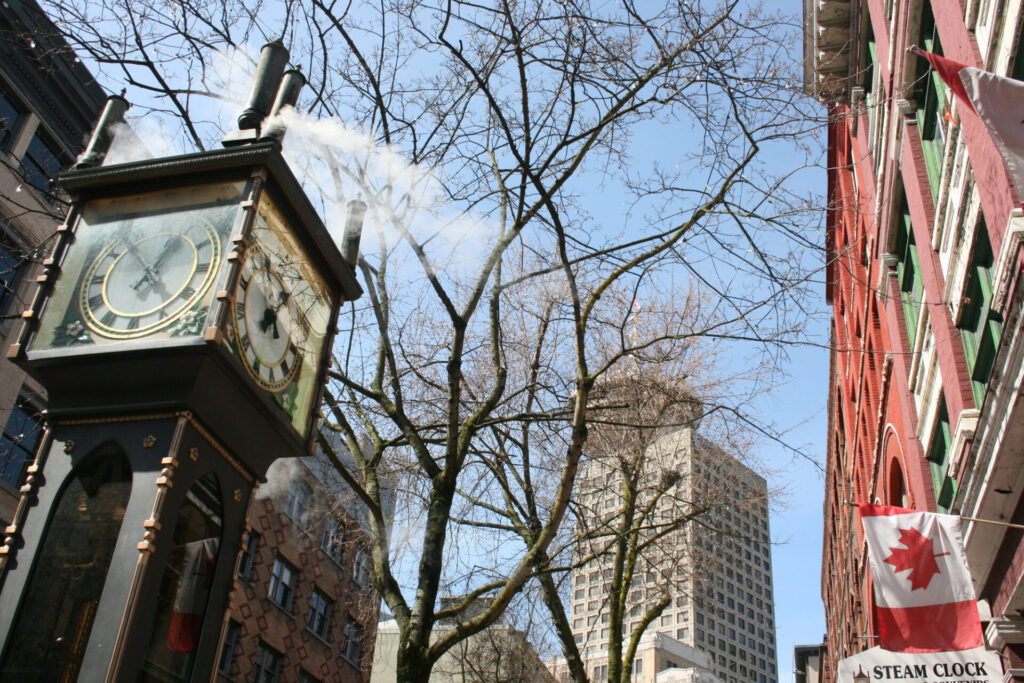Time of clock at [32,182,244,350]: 12:53
